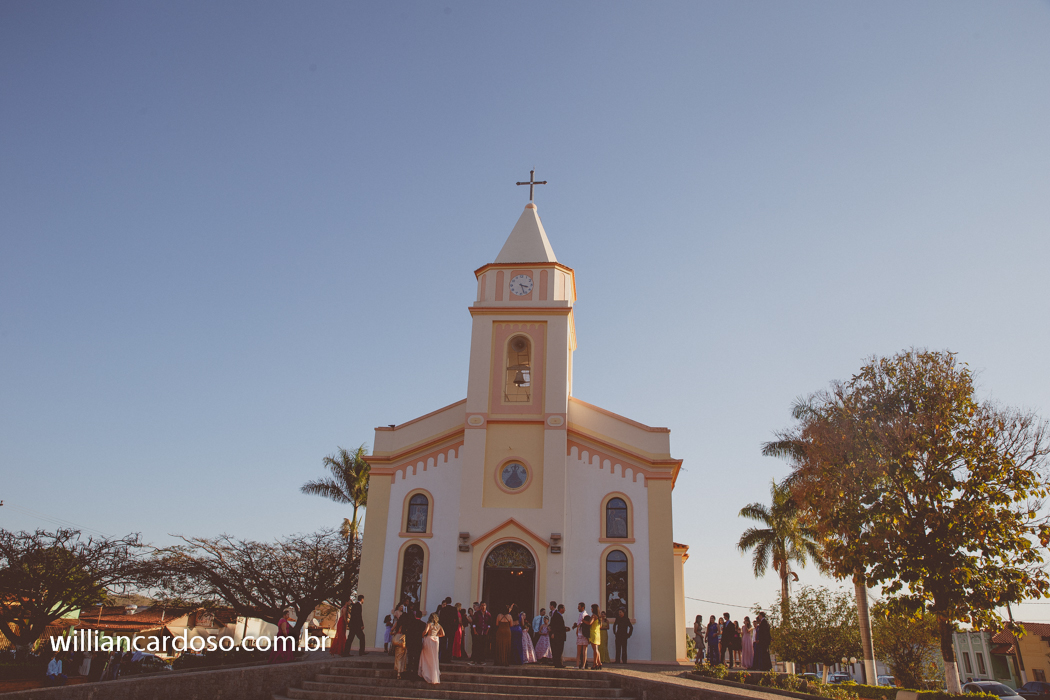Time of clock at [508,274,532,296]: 3:26
